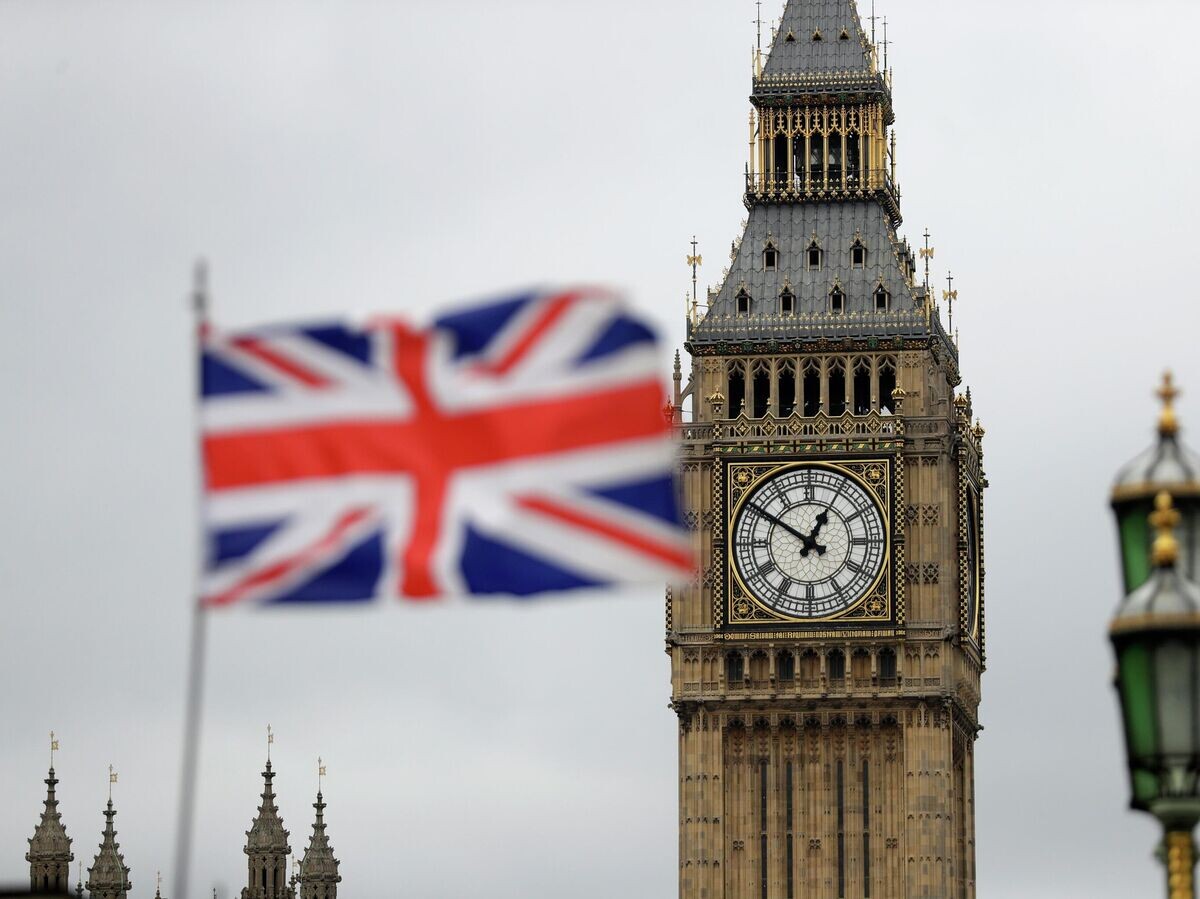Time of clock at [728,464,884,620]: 12:50
